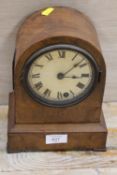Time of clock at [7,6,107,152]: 3:08
